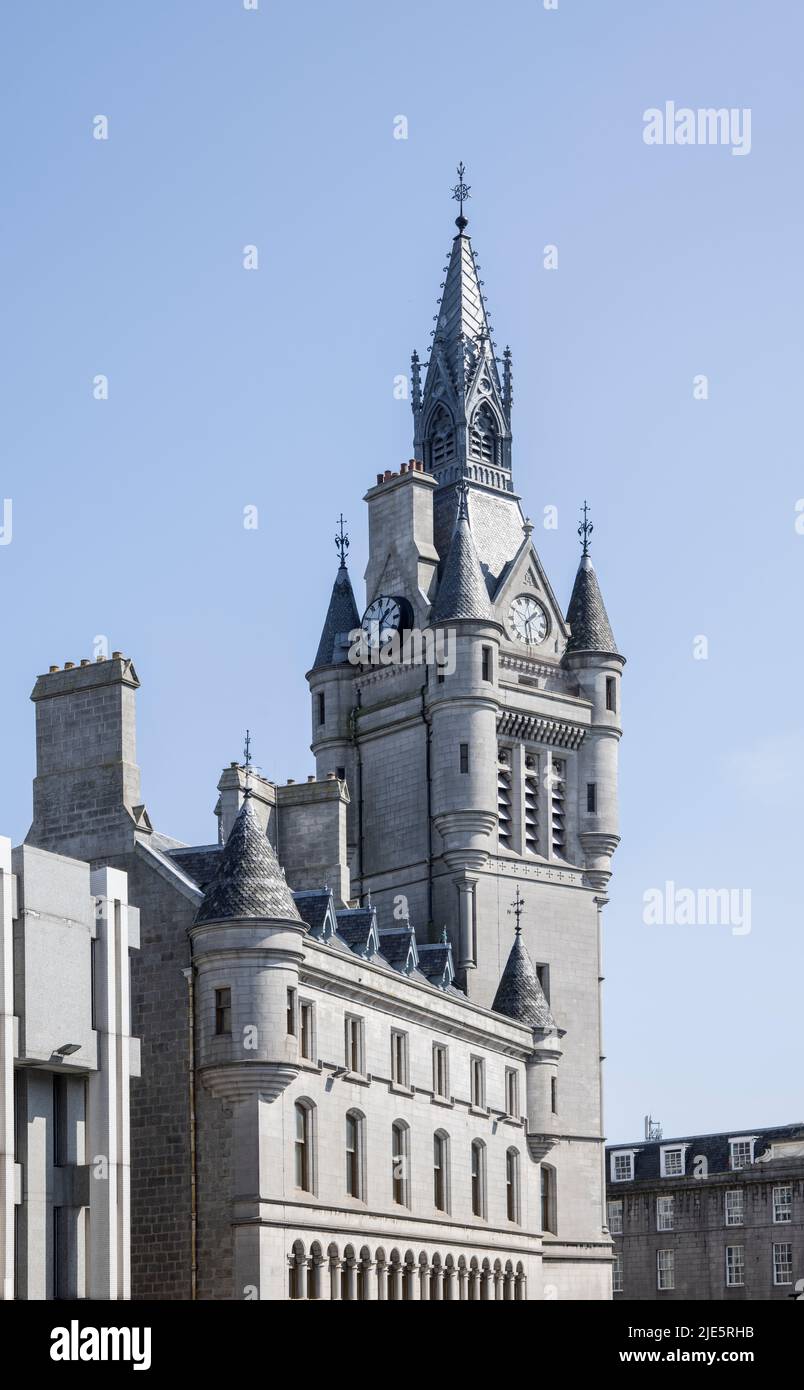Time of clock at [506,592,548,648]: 1:28
